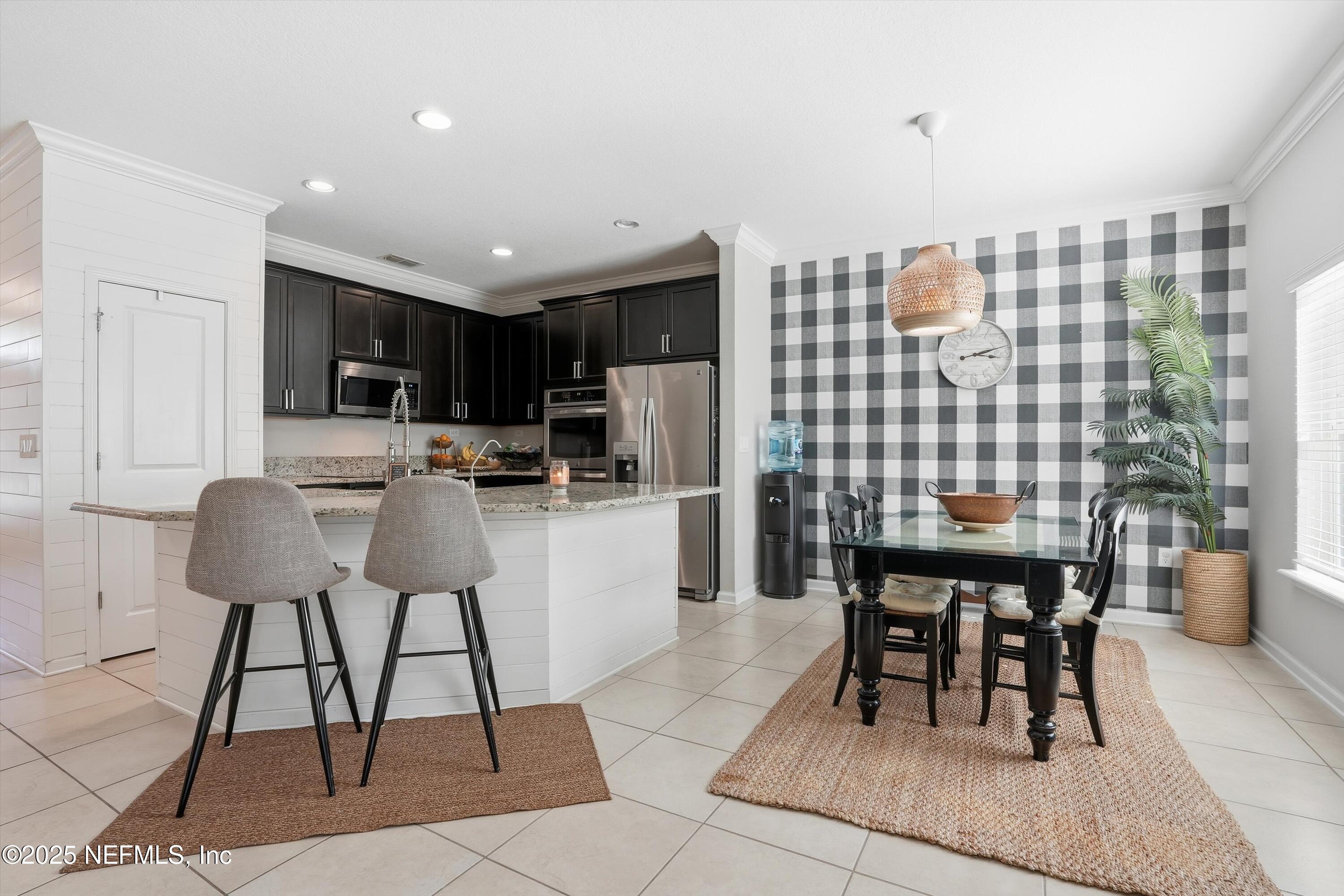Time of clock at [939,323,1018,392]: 3:12
